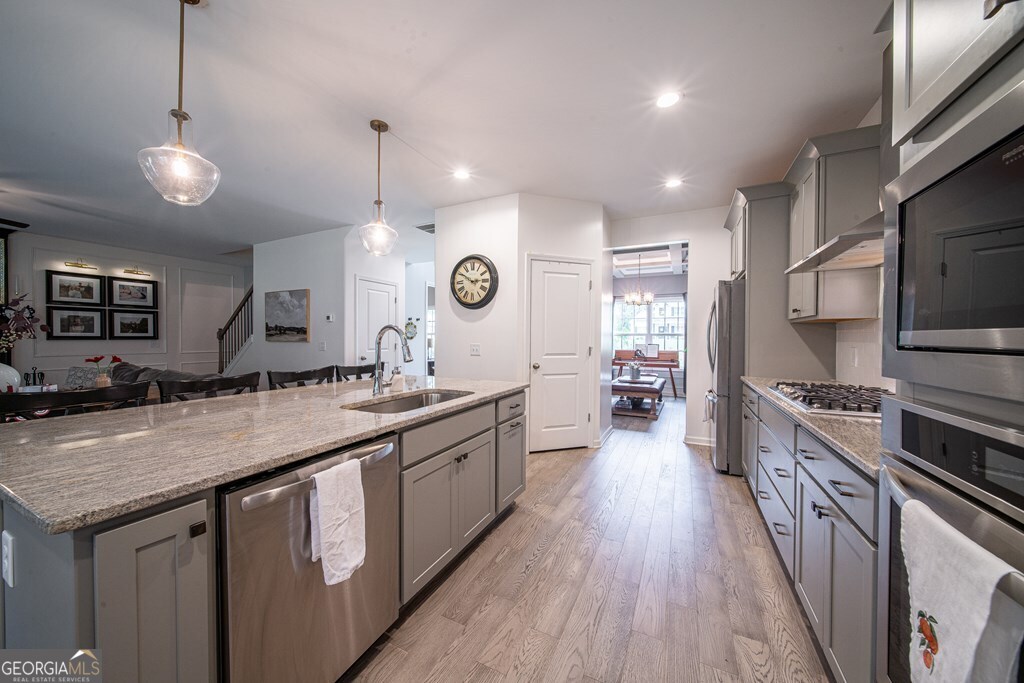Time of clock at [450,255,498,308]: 2:50
